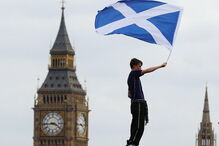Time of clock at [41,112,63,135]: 3:43
